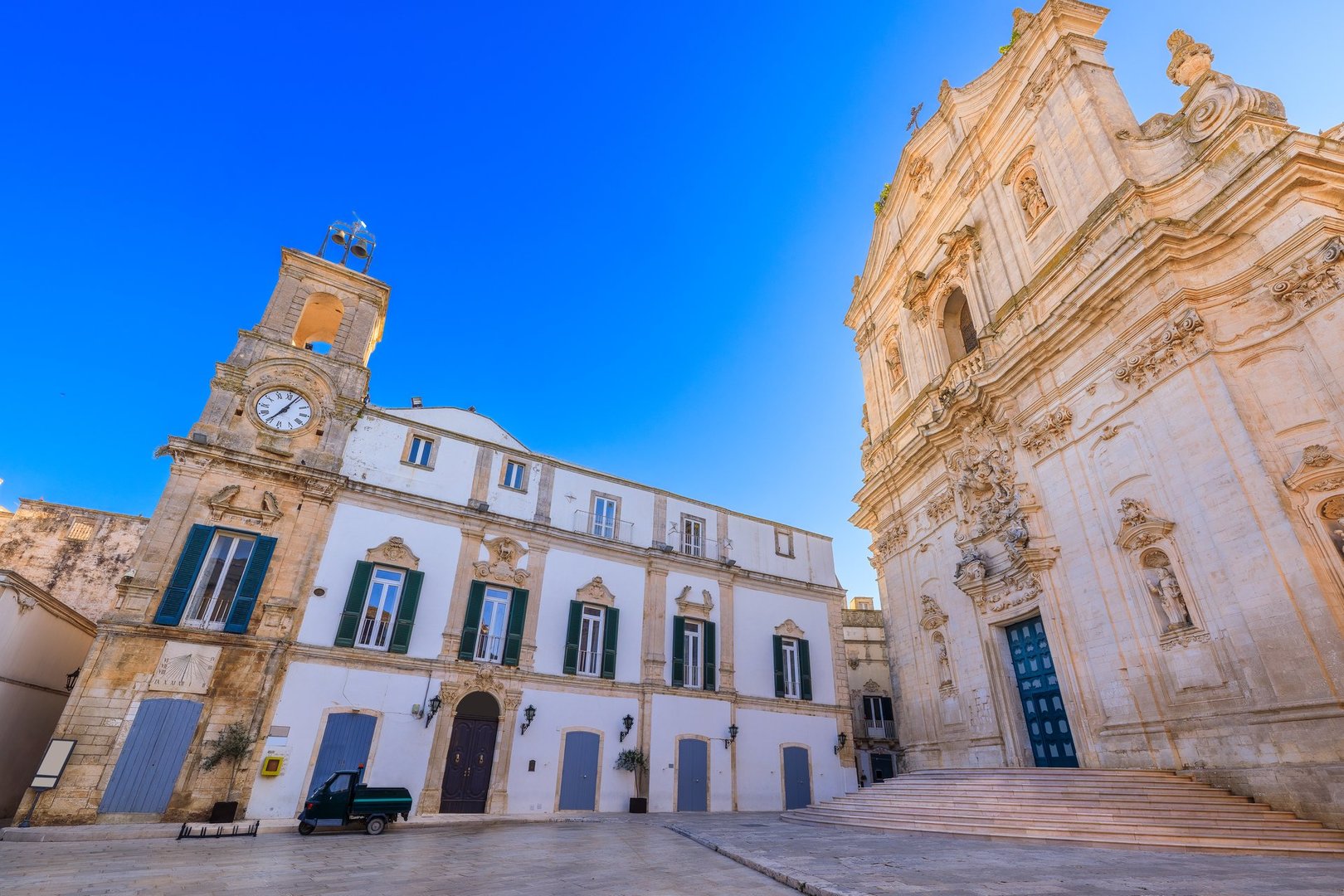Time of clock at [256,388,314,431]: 7:04
